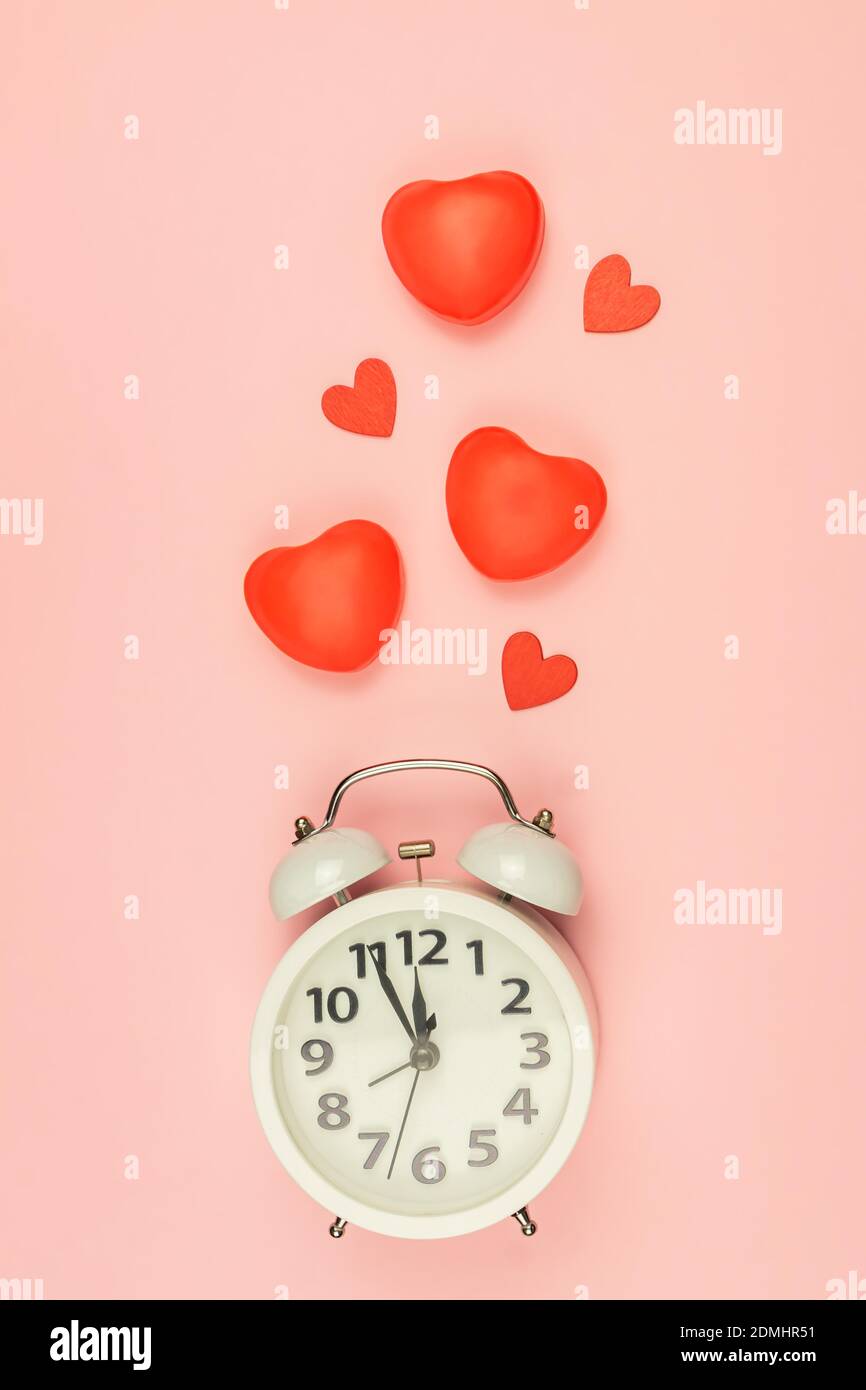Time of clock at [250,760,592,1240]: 11:55
